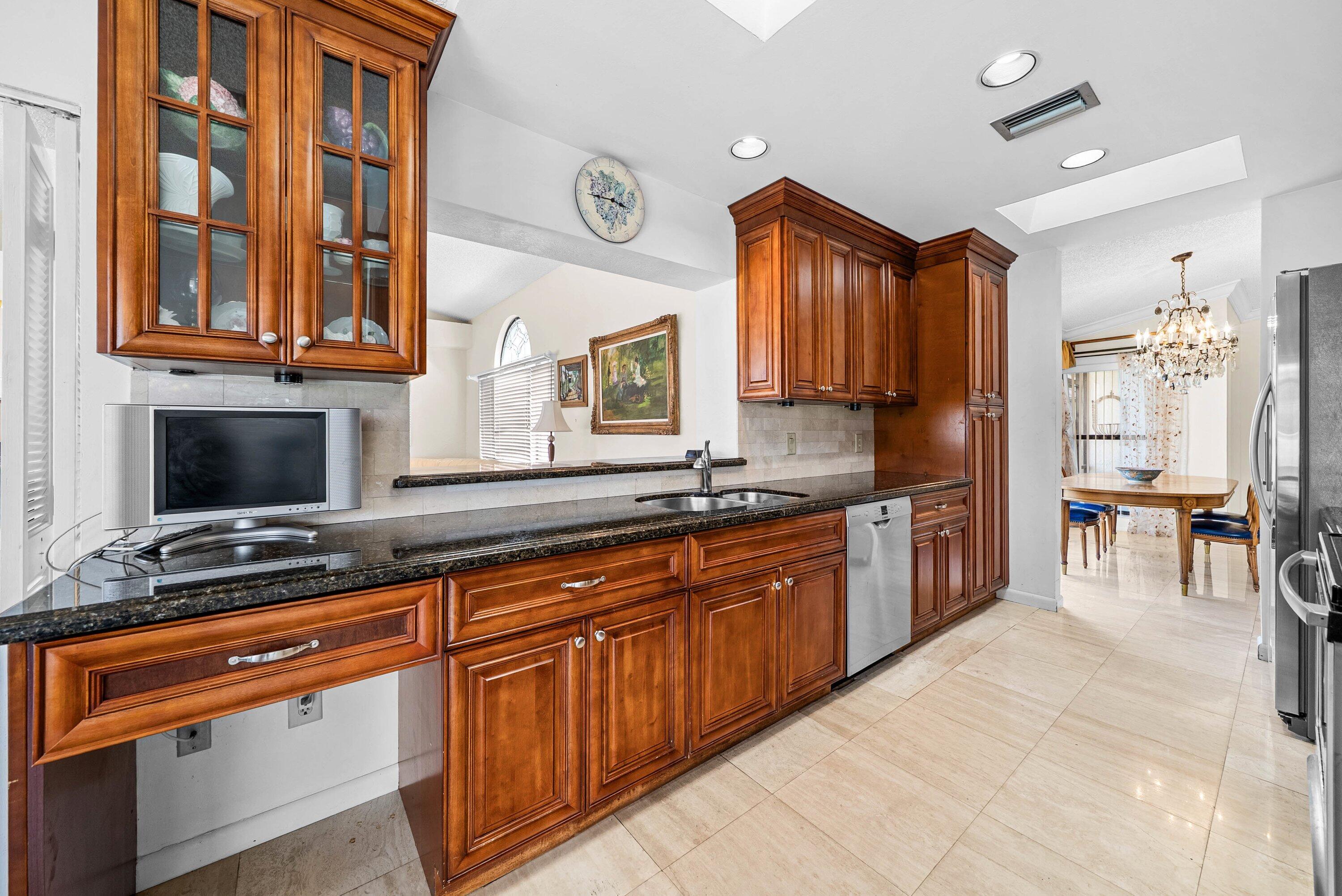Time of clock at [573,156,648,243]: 3:44
